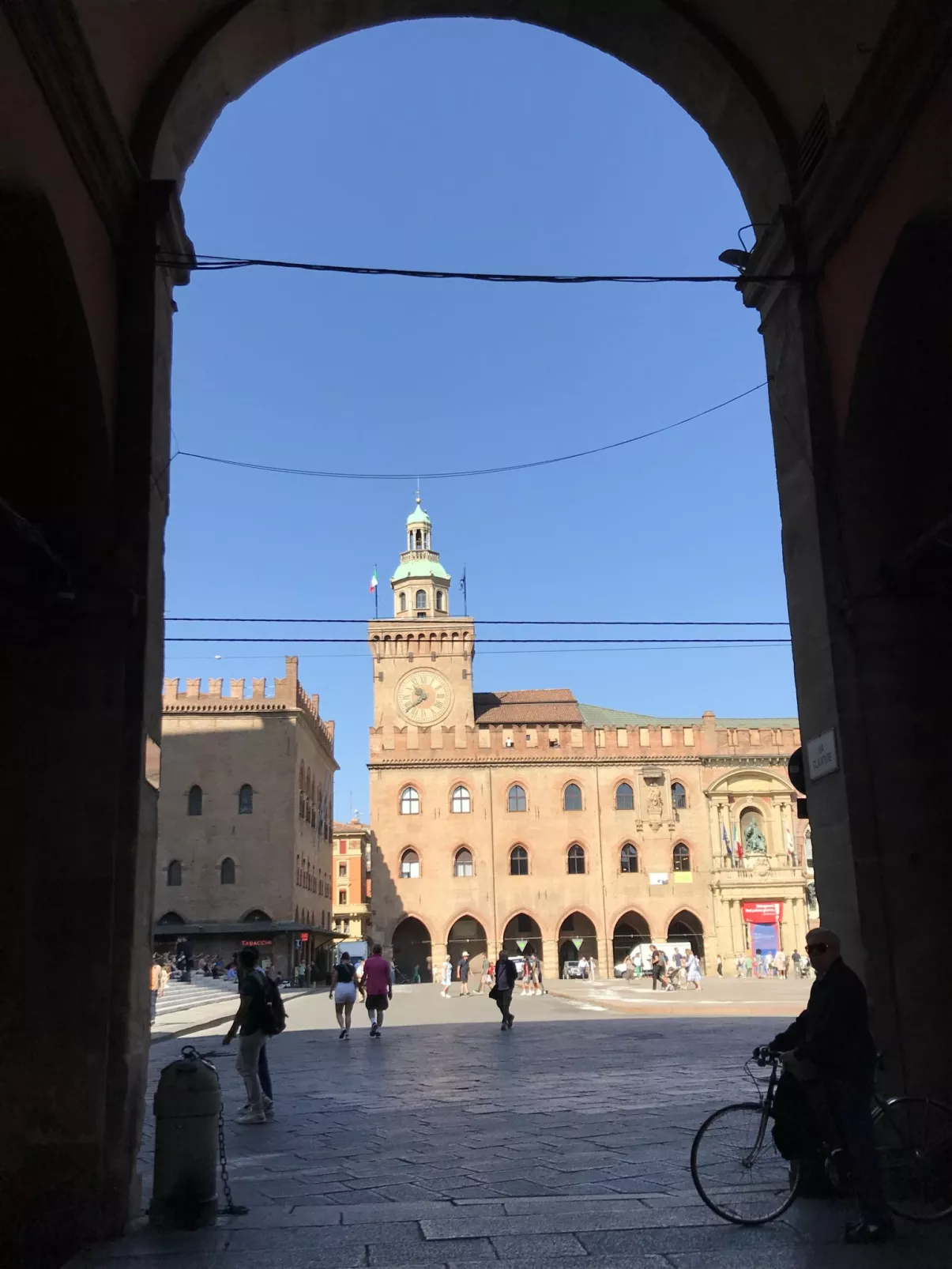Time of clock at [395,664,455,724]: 10:39
